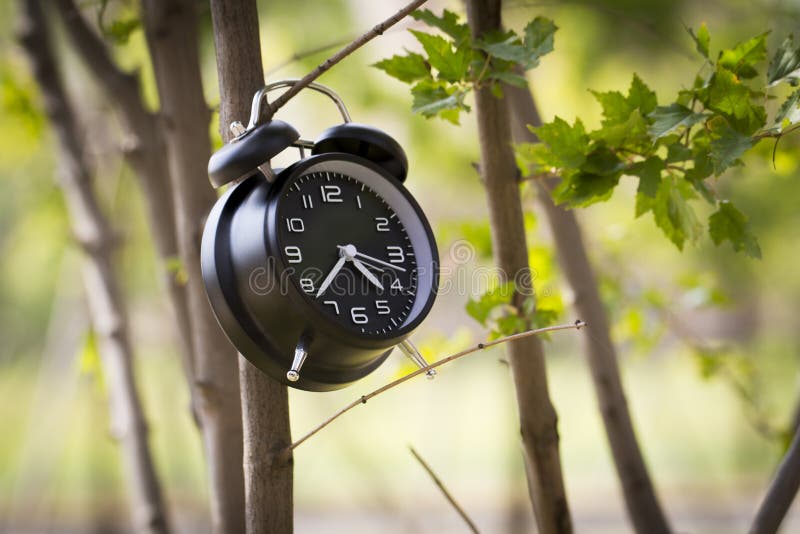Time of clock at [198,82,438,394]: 4:37
